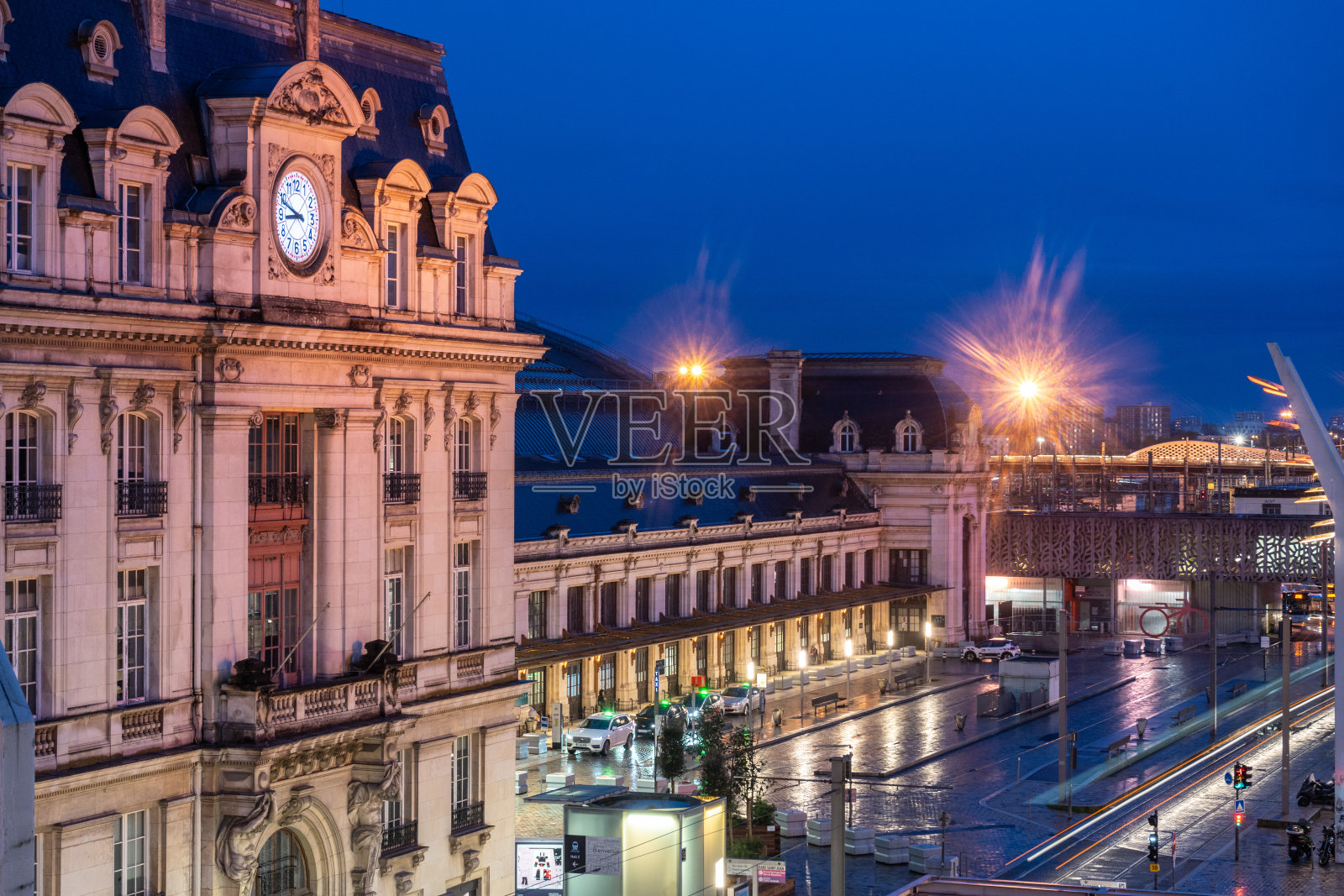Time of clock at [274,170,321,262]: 8:48
